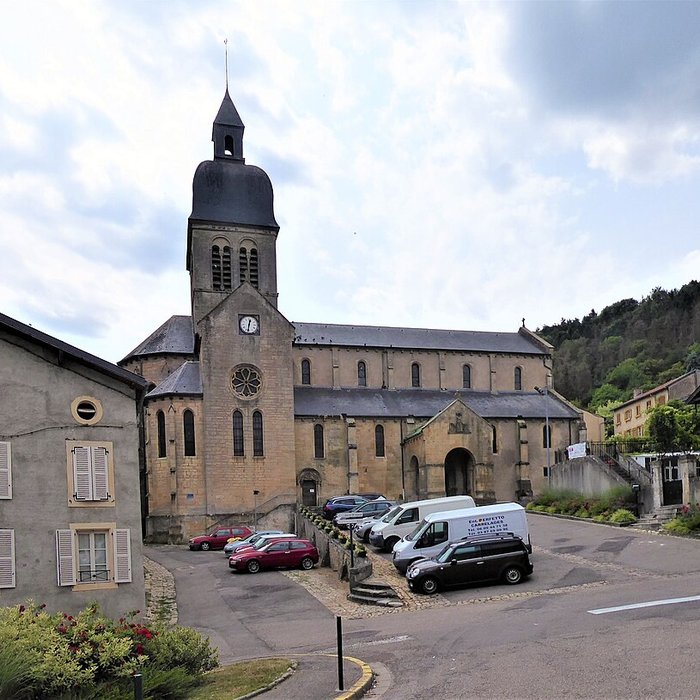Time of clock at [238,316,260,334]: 12:31
